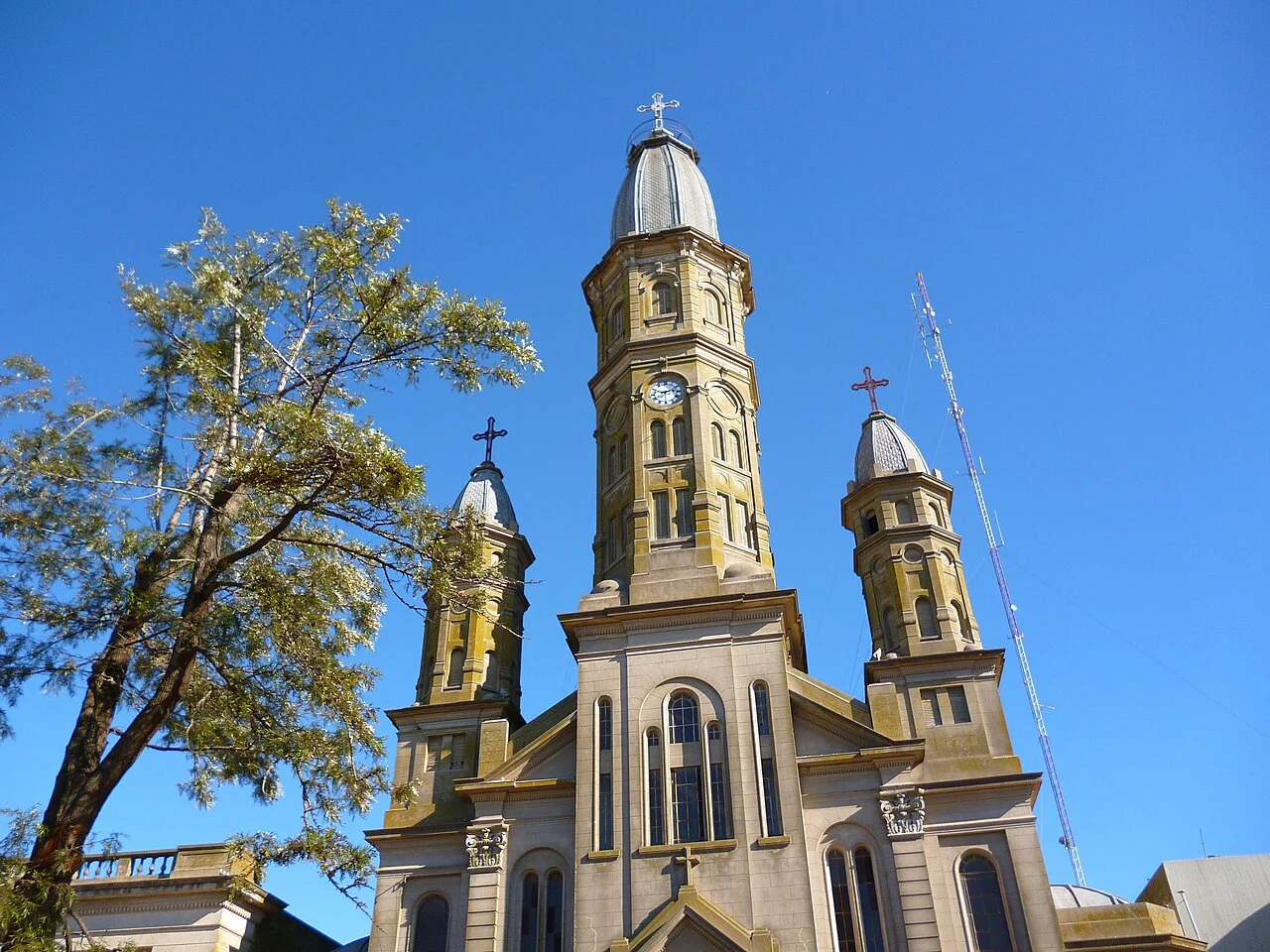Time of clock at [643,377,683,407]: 9:12
